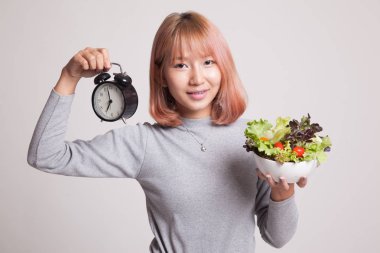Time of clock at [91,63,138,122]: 6:58
